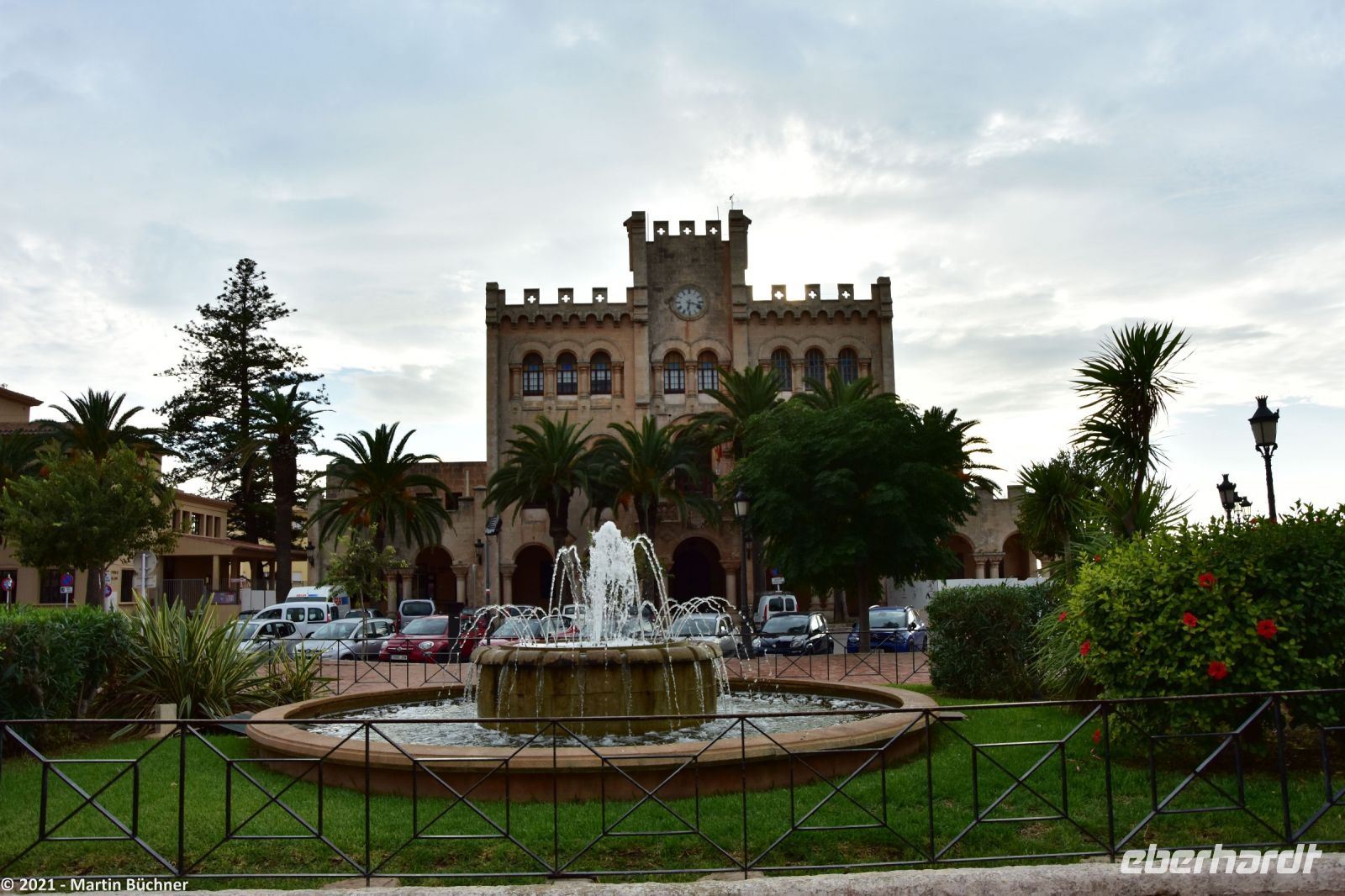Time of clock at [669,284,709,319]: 6:17
